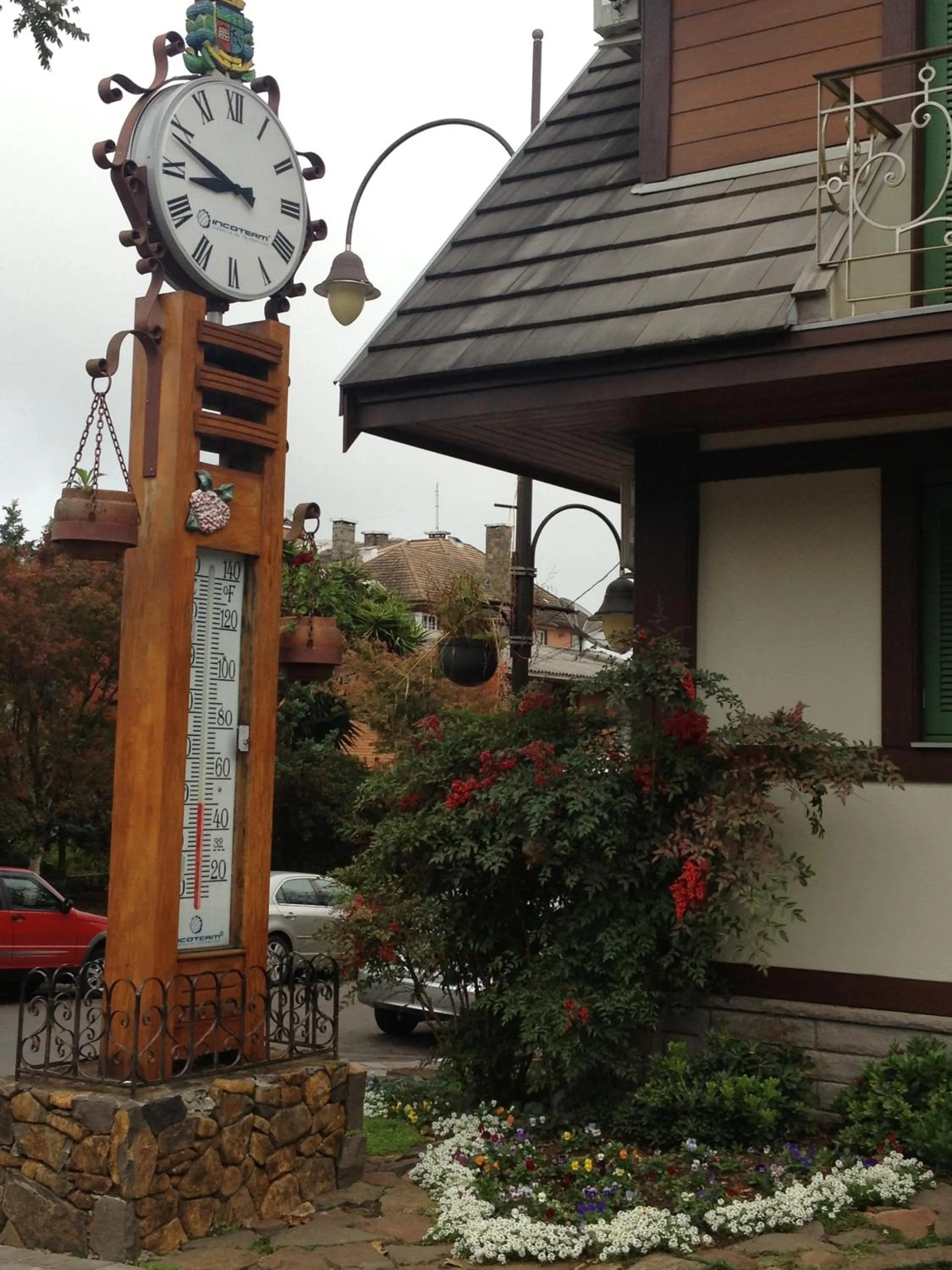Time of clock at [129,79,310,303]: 8:48
